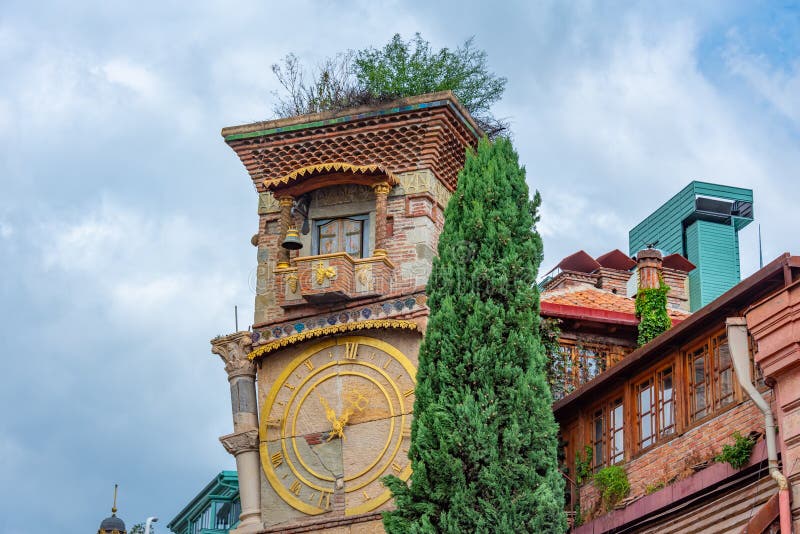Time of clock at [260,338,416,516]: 7:54
